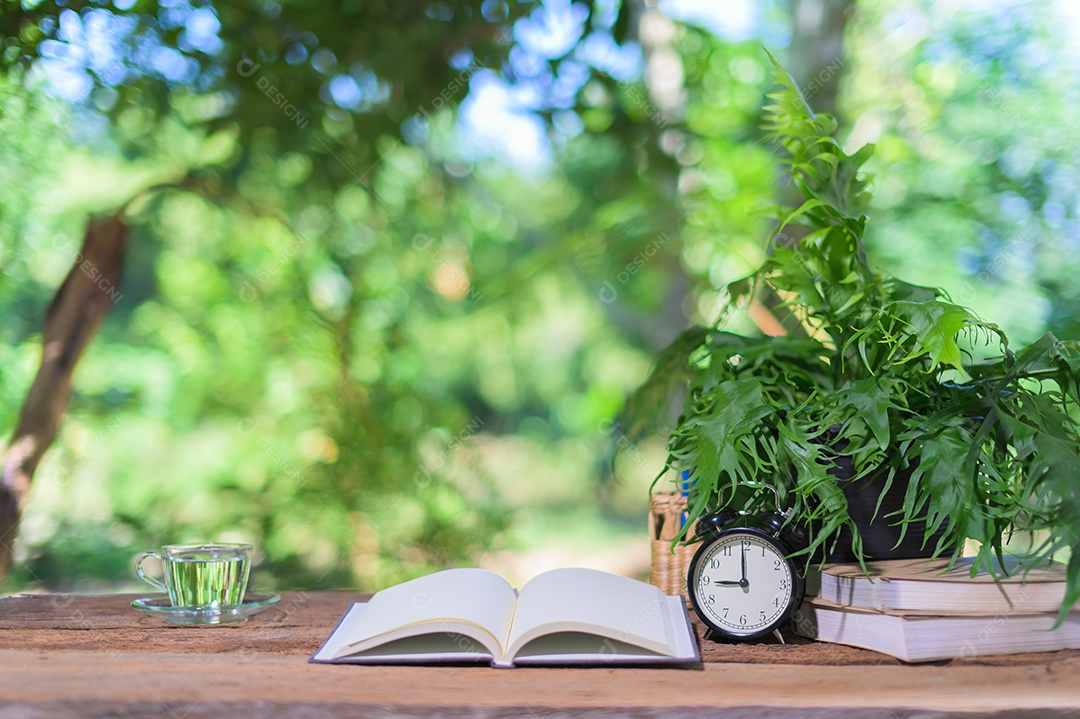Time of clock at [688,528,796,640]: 8:59
